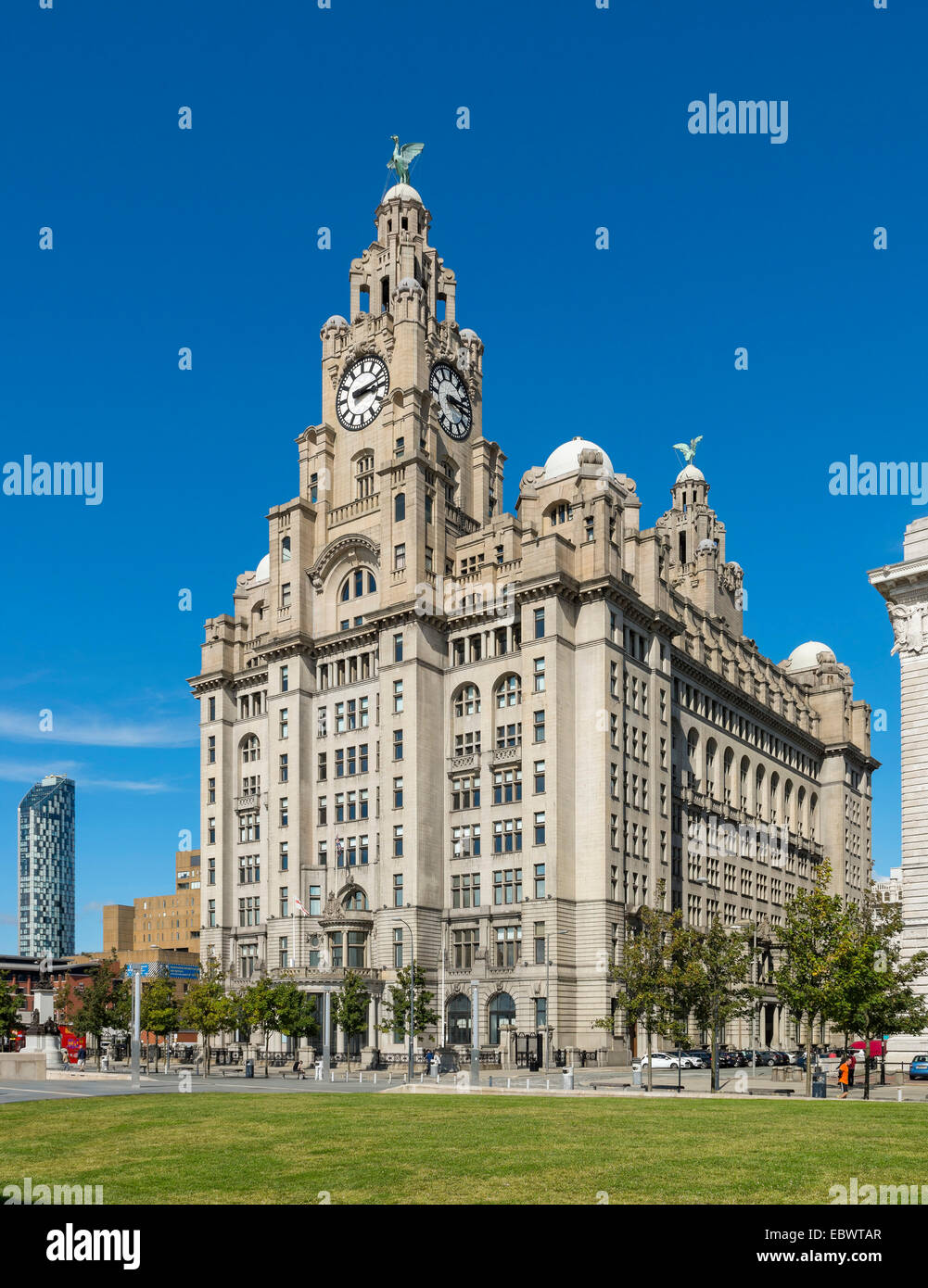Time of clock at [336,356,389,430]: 3:12
